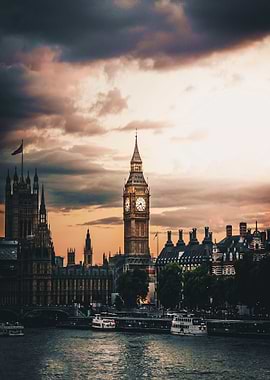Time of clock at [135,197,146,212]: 8:25
